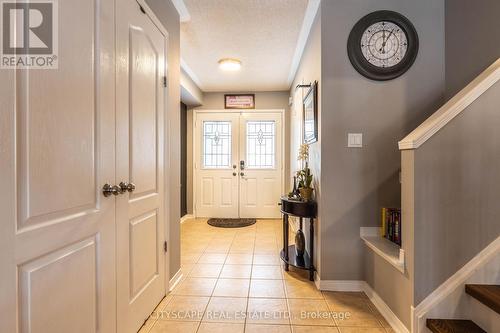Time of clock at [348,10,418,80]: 12:06
